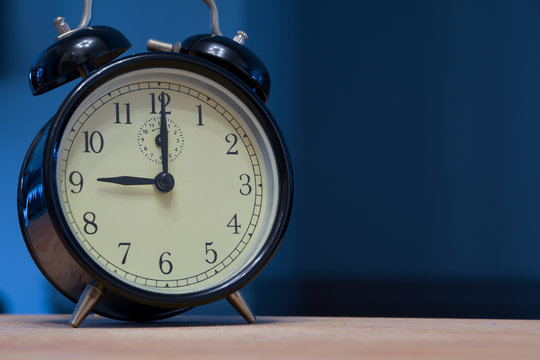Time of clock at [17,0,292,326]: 9:00
